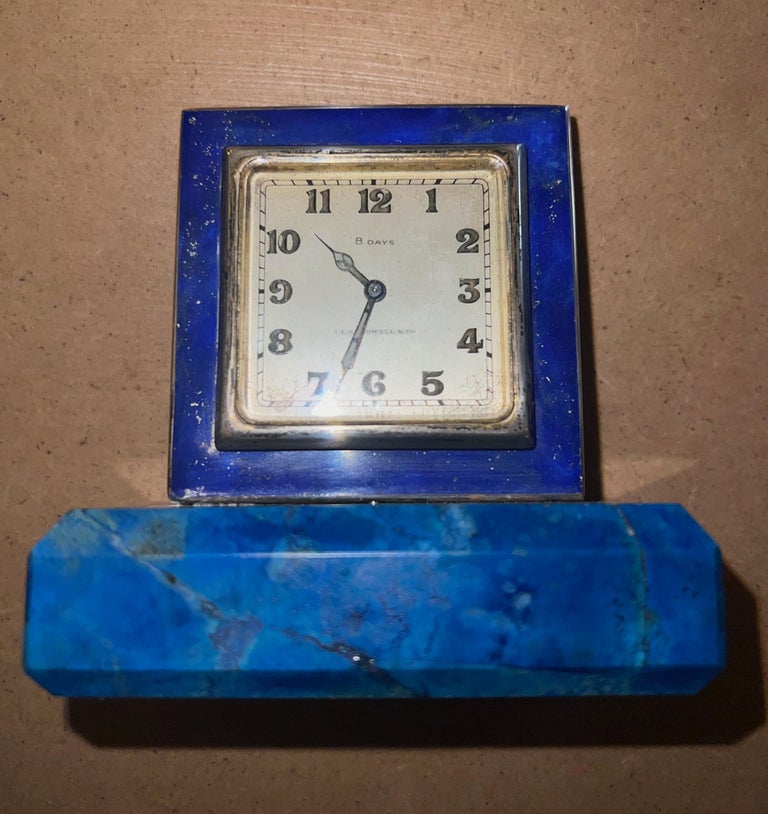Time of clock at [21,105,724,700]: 10:33
